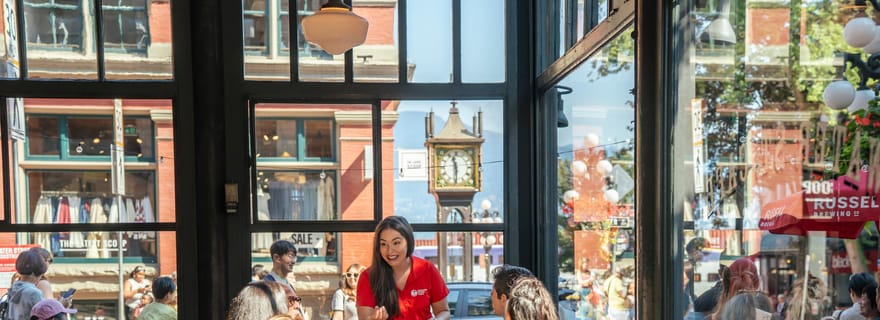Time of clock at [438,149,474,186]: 11:29
